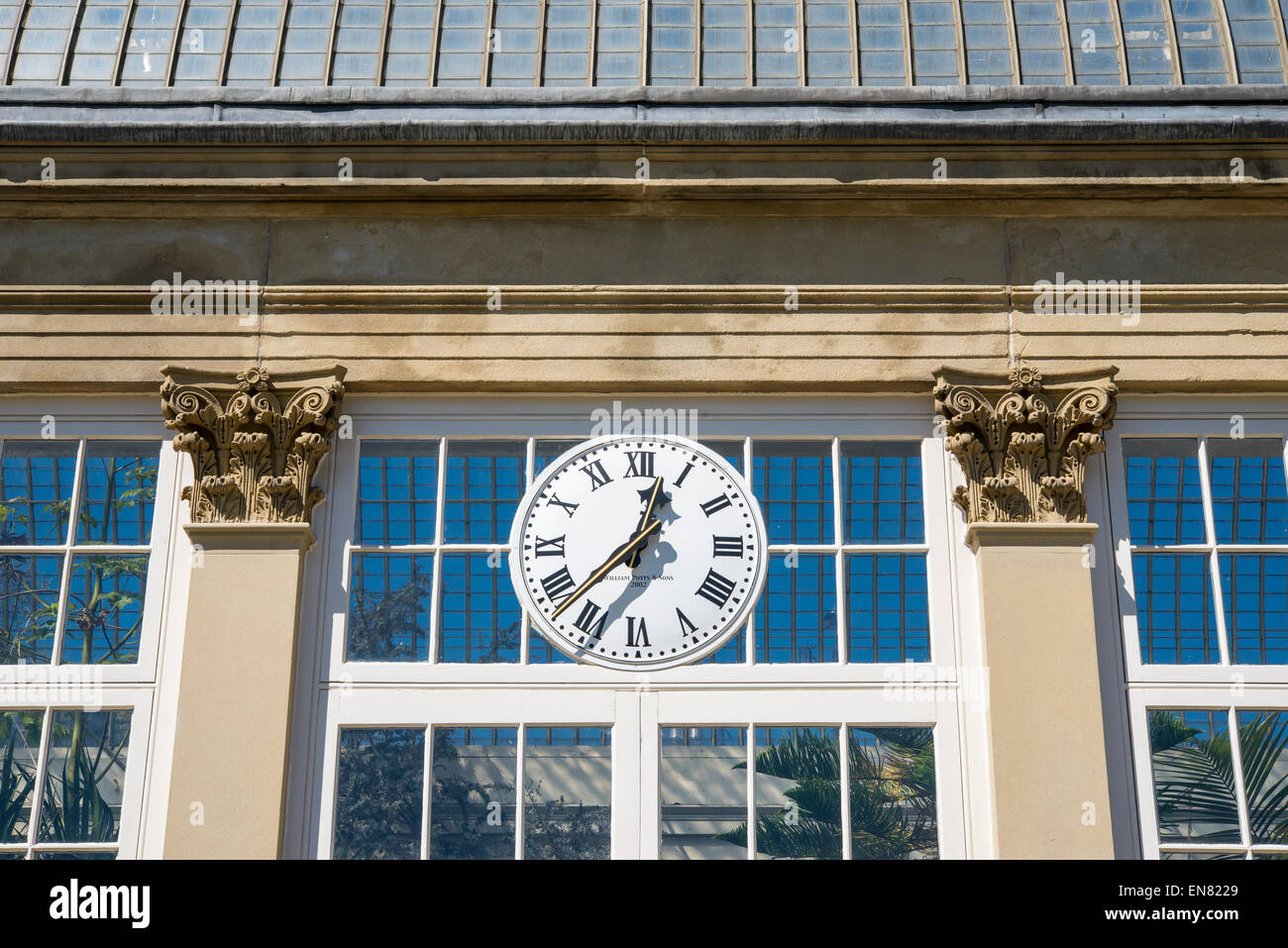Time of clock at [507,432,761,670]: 12:37
